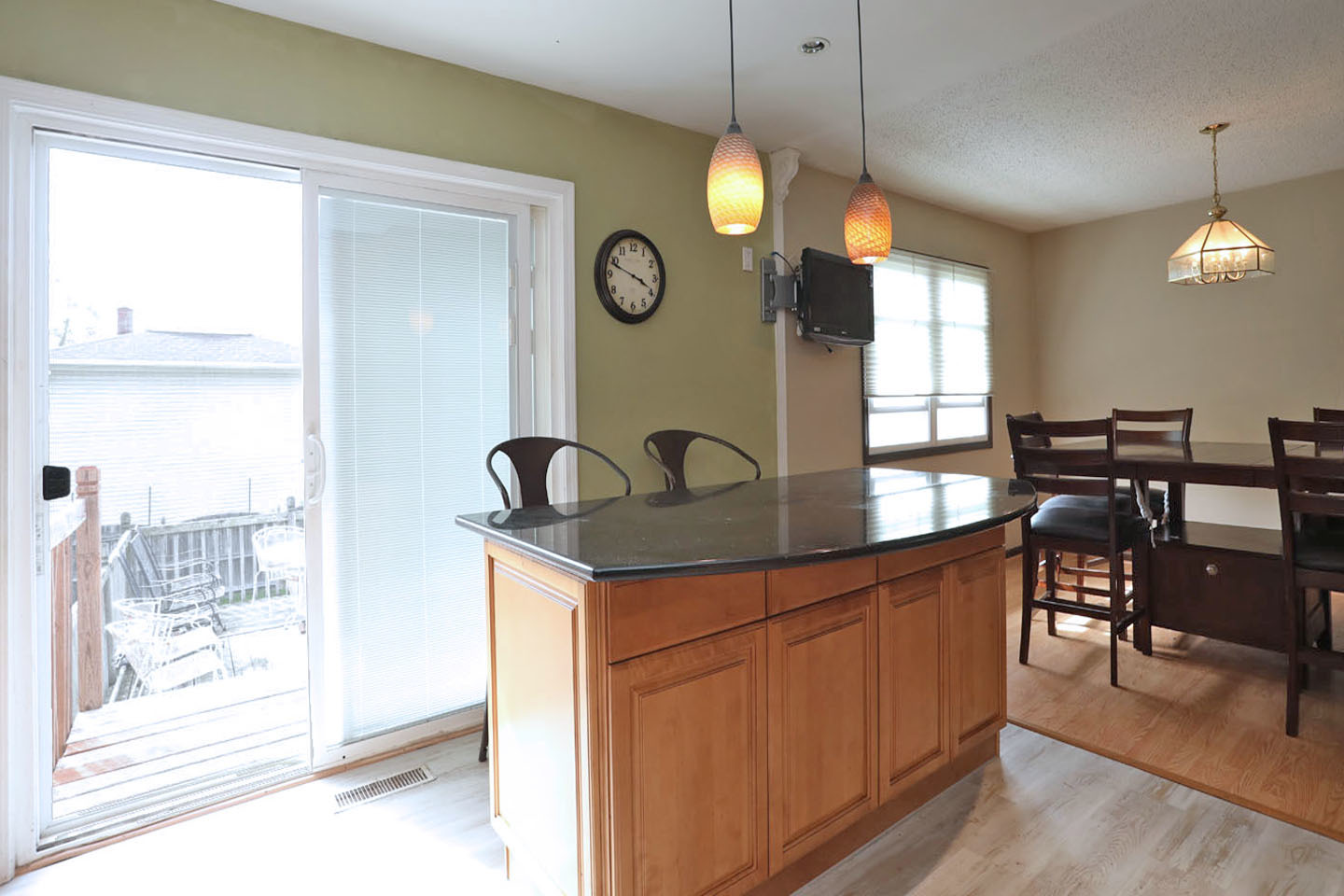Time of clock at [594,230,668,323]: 3:48
